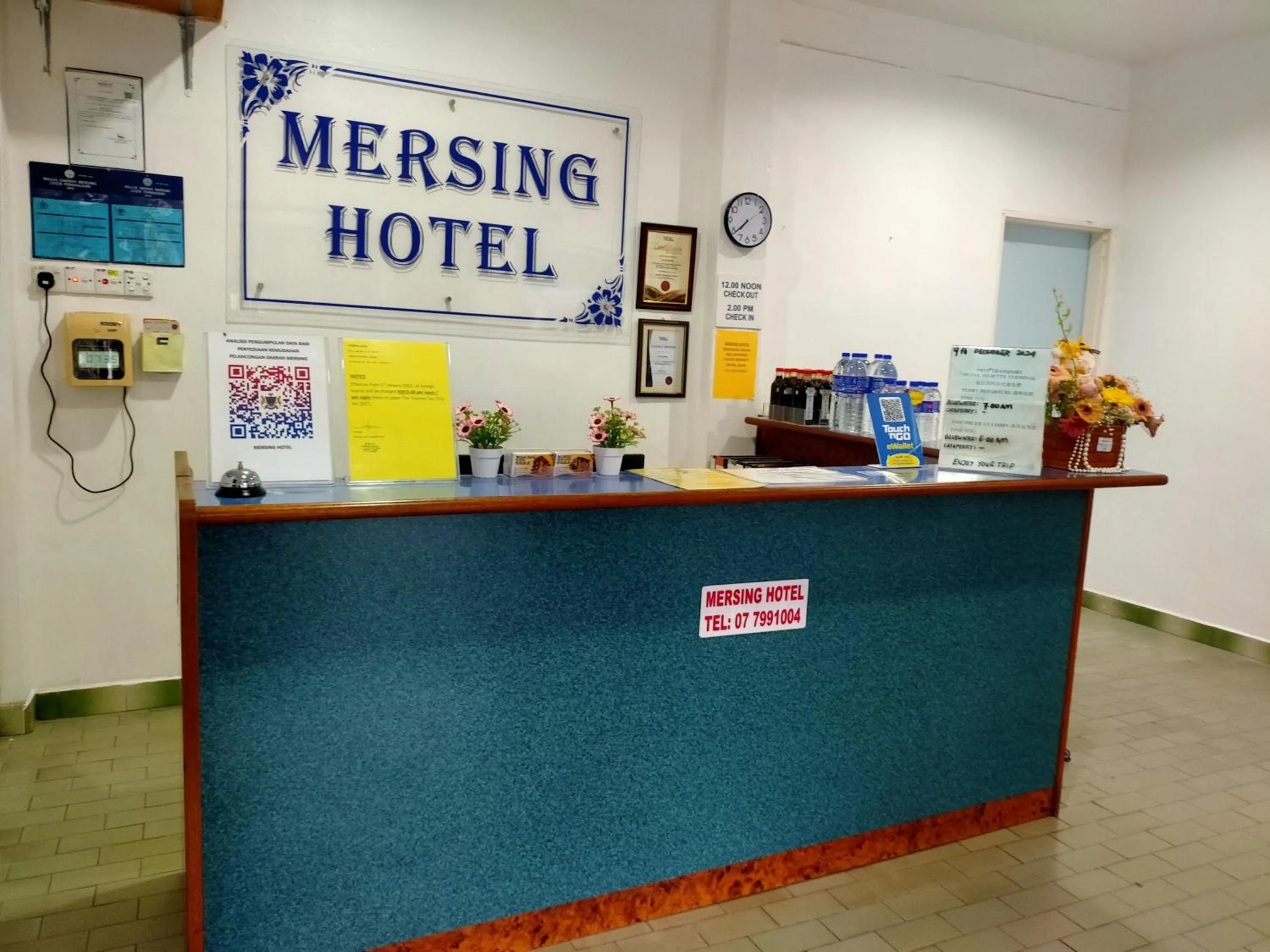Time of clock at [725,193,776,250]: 7:38
